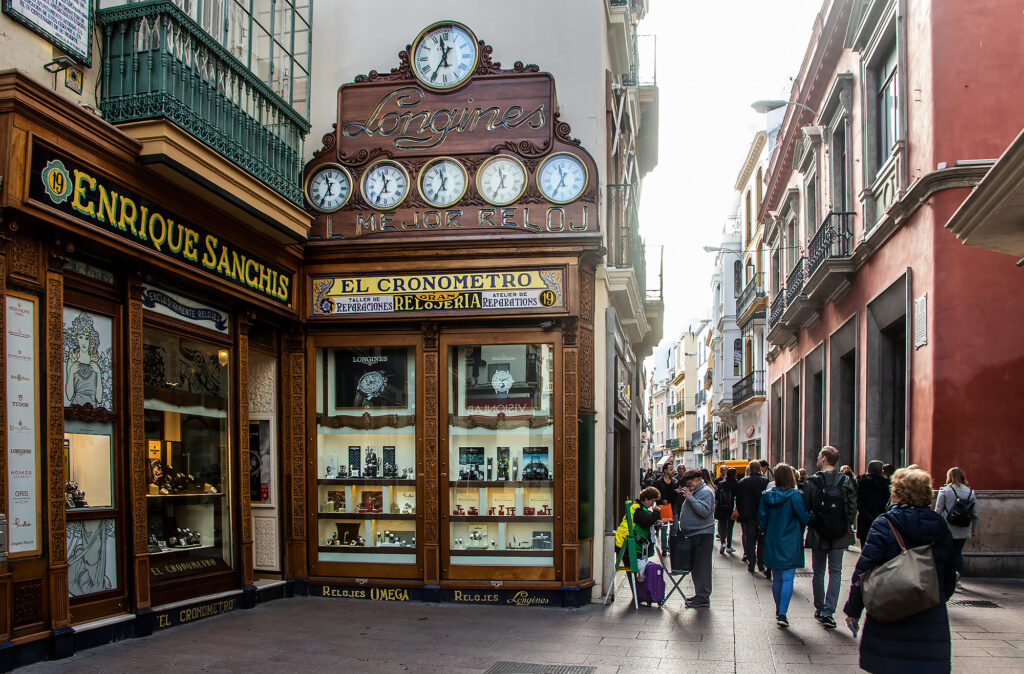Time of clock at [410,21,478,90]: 11:35
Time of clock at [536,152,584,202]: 11:35
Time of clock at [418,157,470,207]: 11:35
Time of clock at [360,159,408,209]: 11:35
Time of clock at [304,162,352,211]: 11:35
